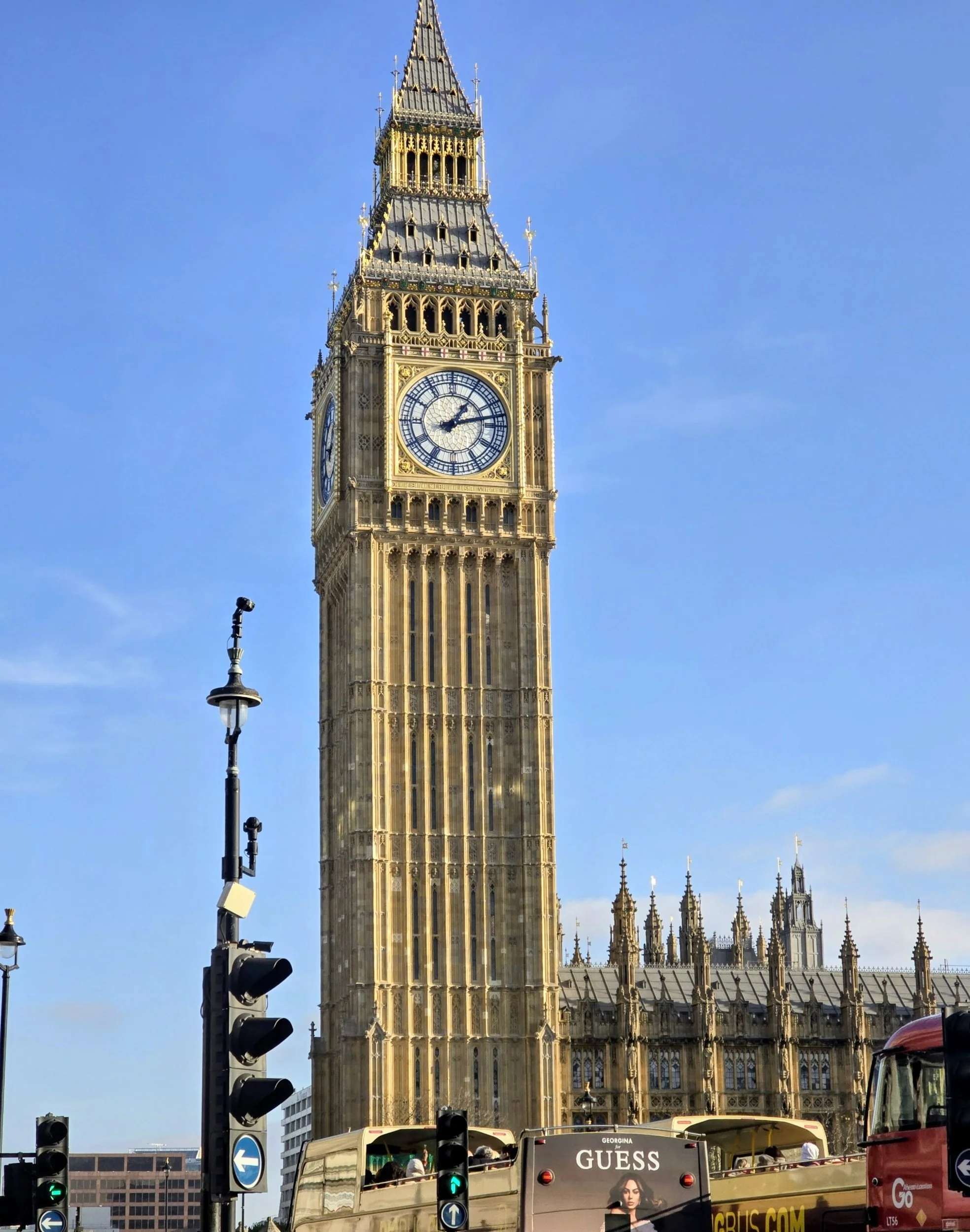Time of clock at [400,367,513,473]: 1:12
